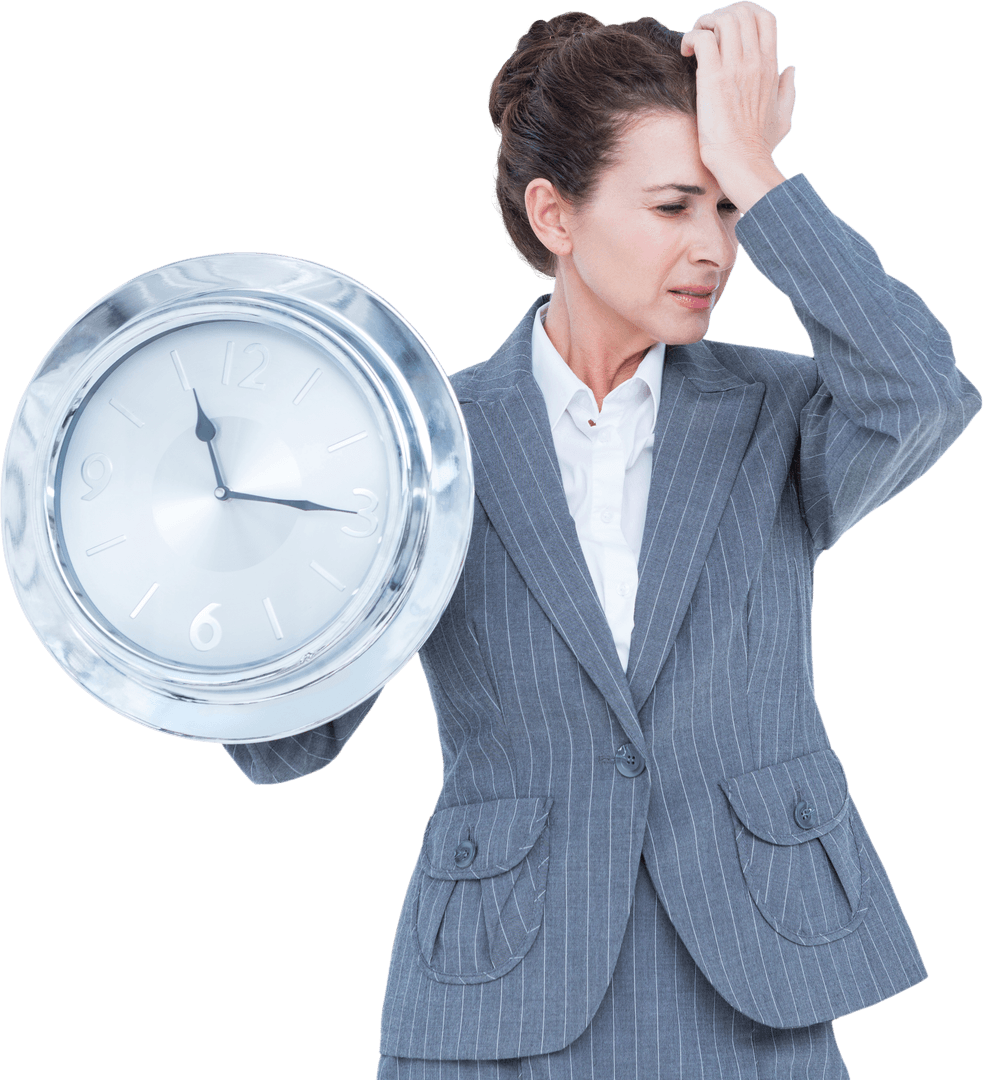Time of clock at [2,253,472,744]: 11:16
